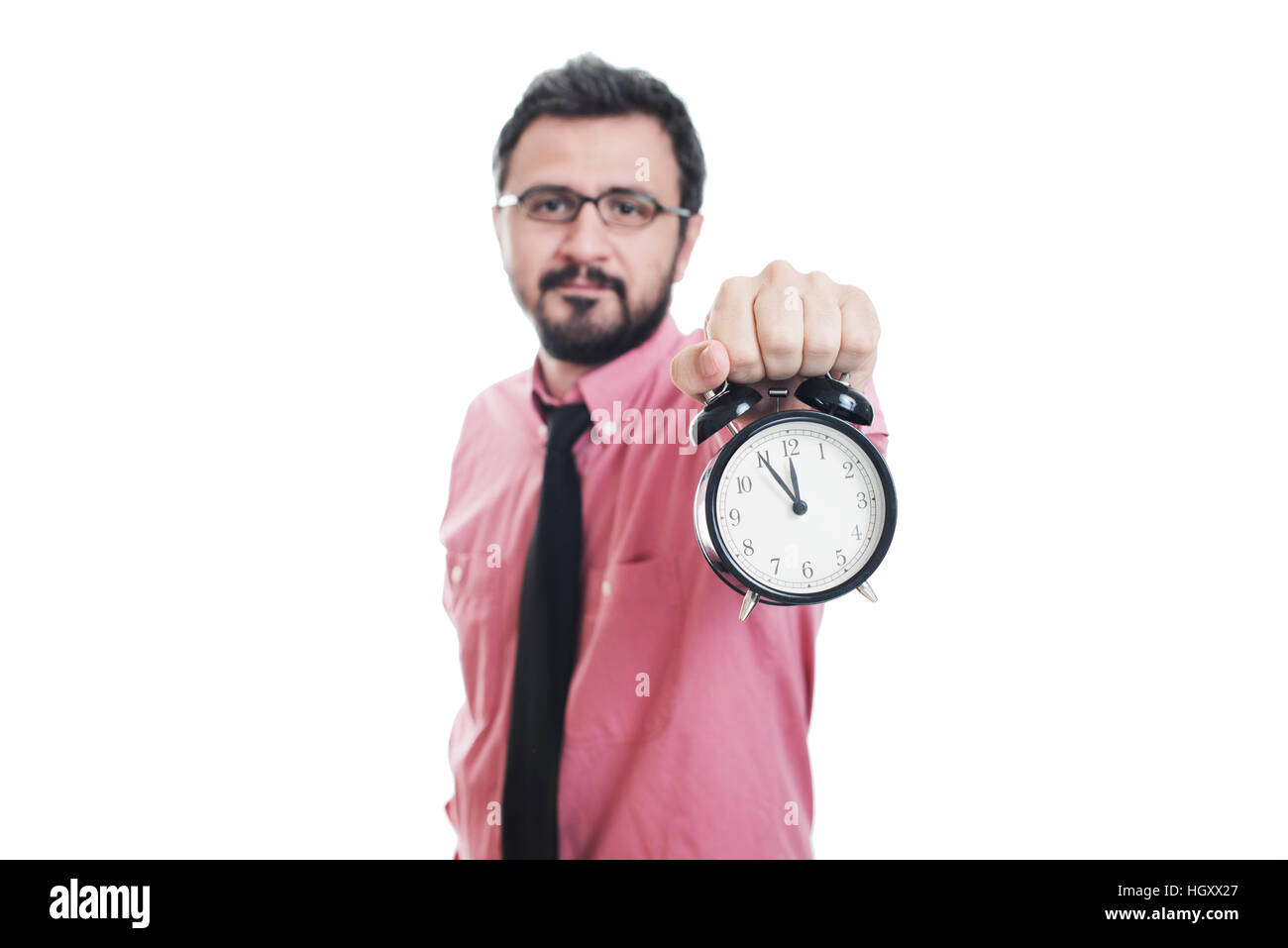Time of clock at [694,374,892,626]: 11:54
